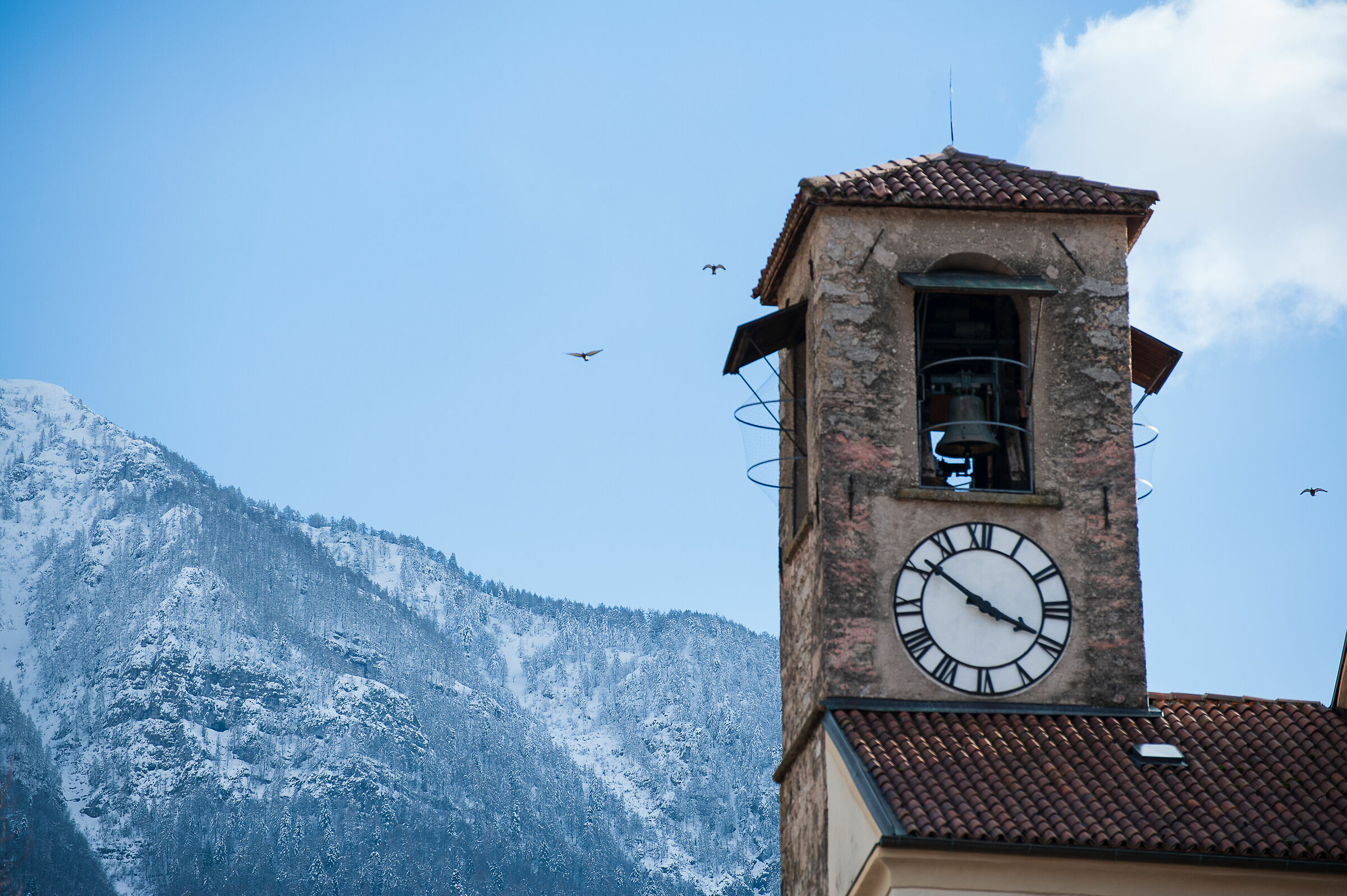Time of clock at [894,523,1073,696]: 3:51
